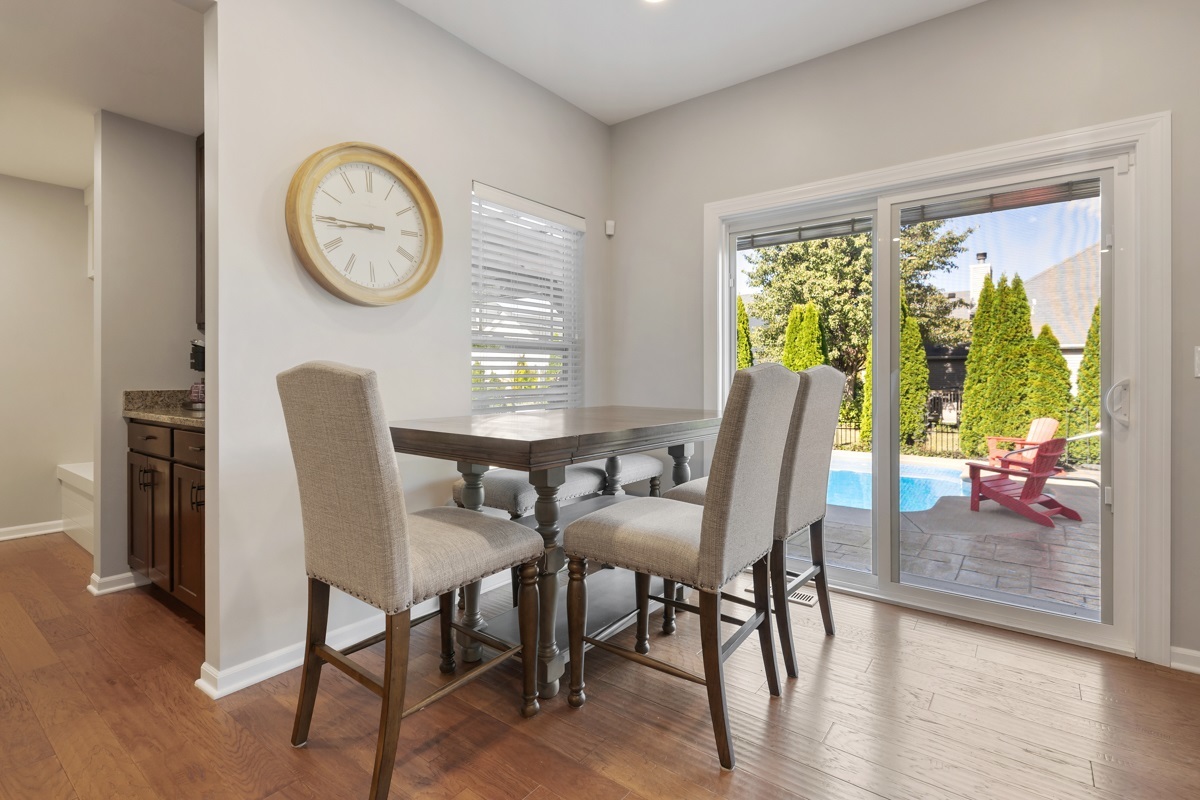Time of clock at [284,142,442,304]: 8:45
